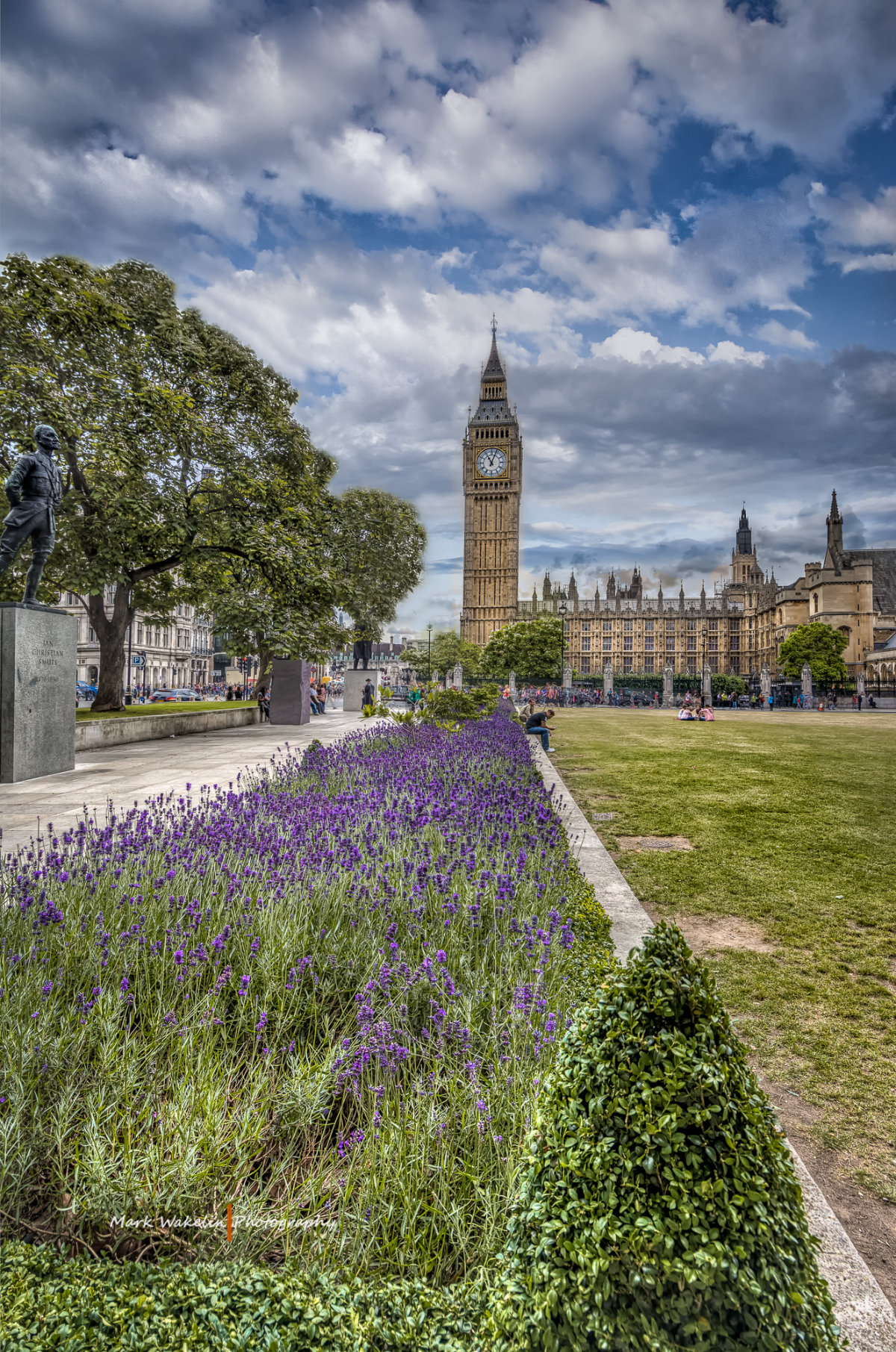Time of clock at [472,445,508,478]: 11:03
